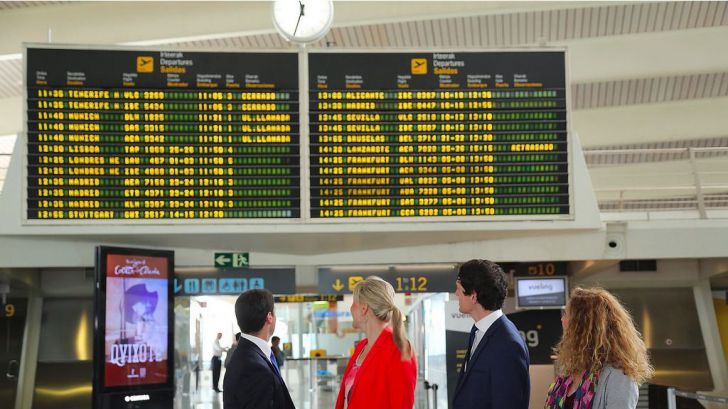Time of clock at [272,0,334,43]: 11:32
